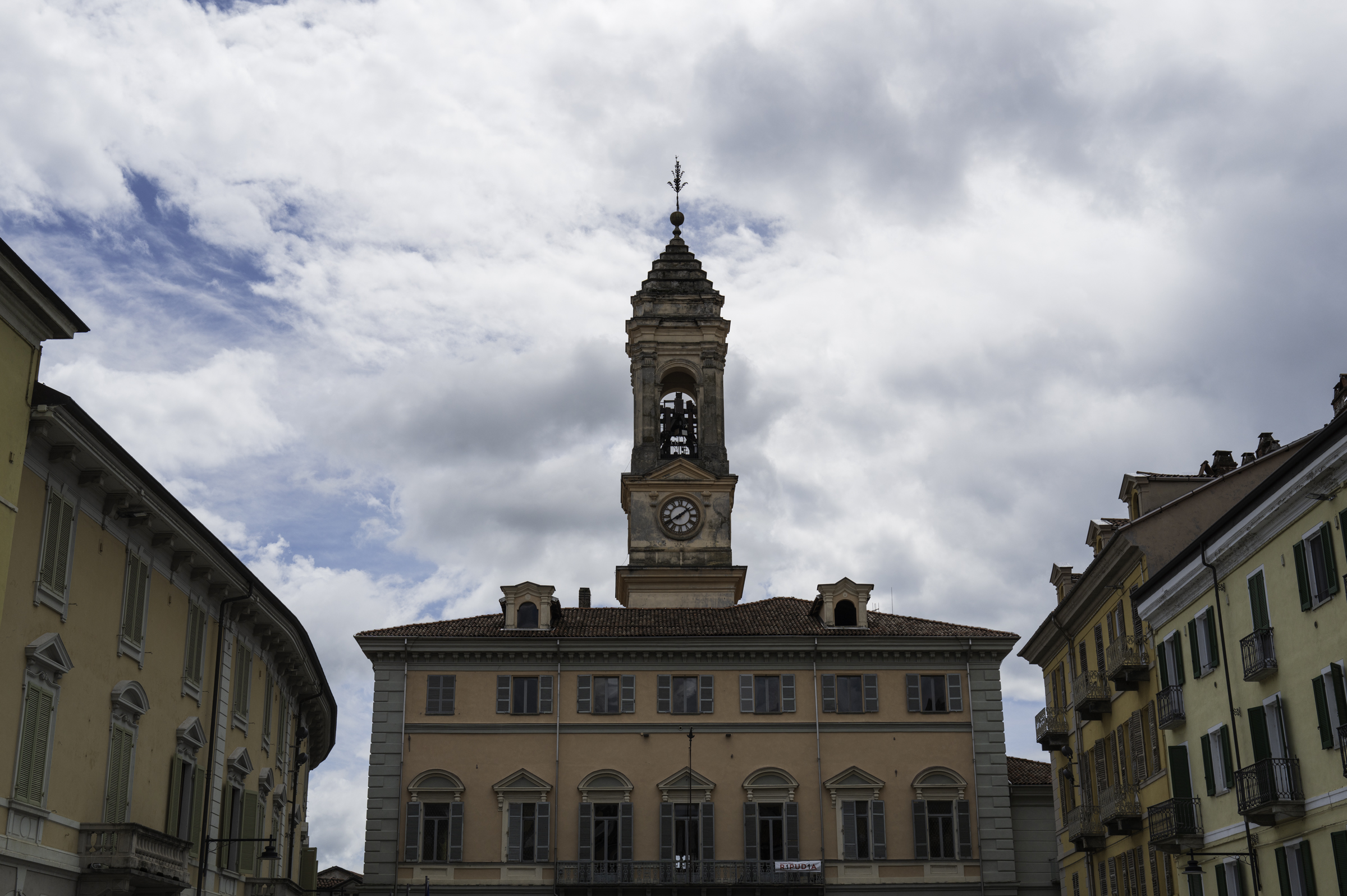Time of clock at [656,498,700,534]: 1:39
